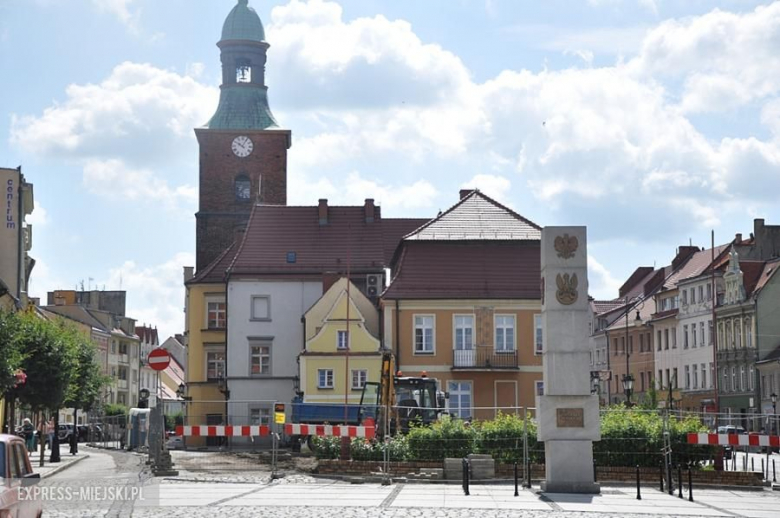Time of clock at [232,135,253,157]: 10:04
